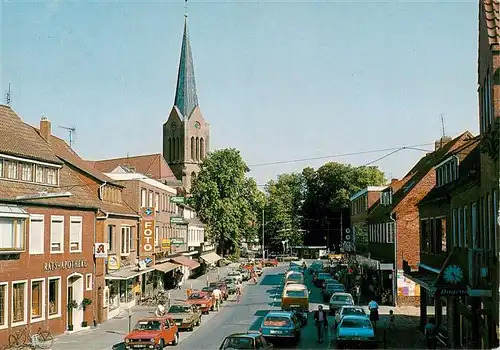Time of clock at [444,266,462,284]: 5:18
